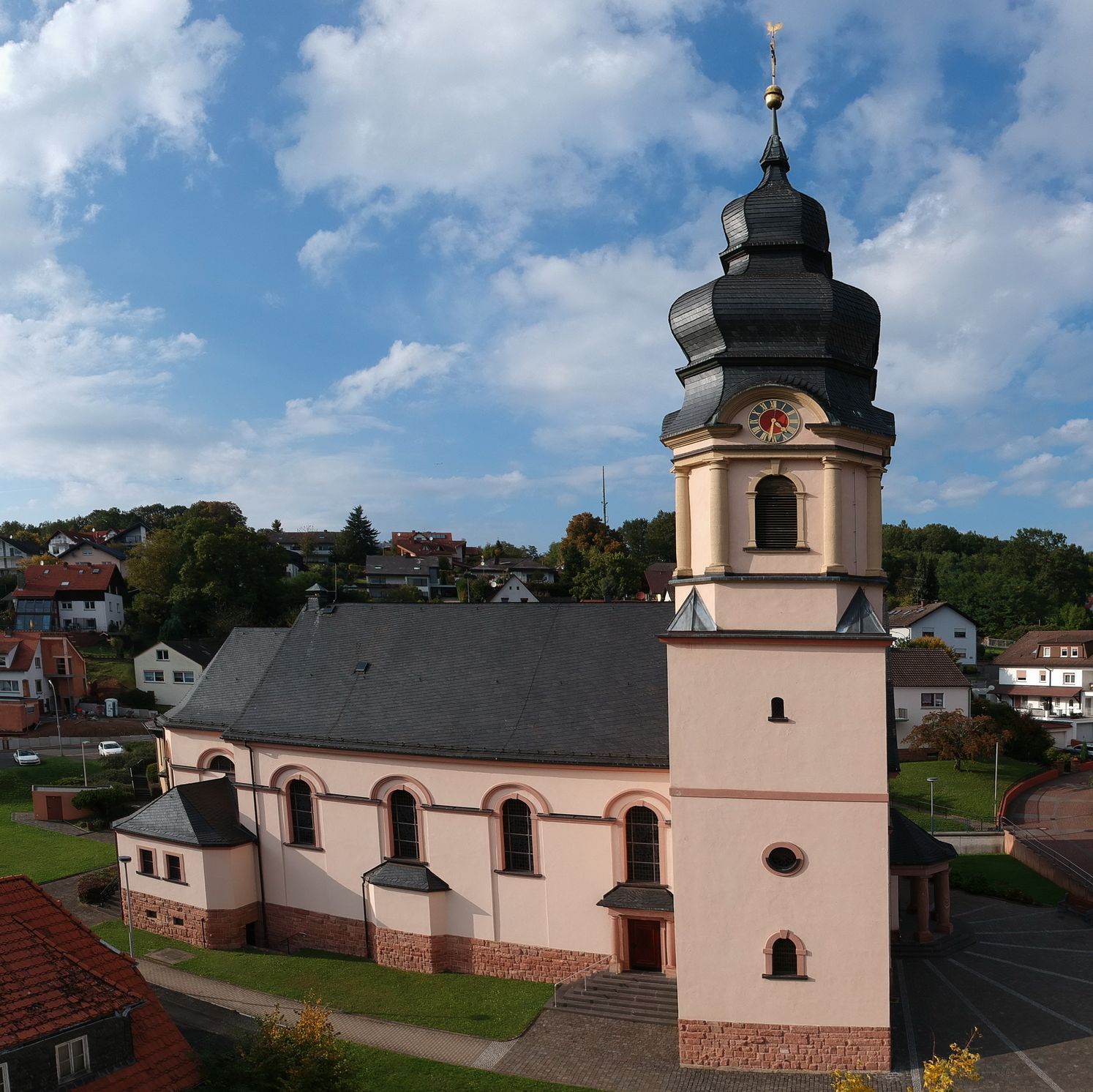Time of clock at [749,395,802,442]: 4:31
